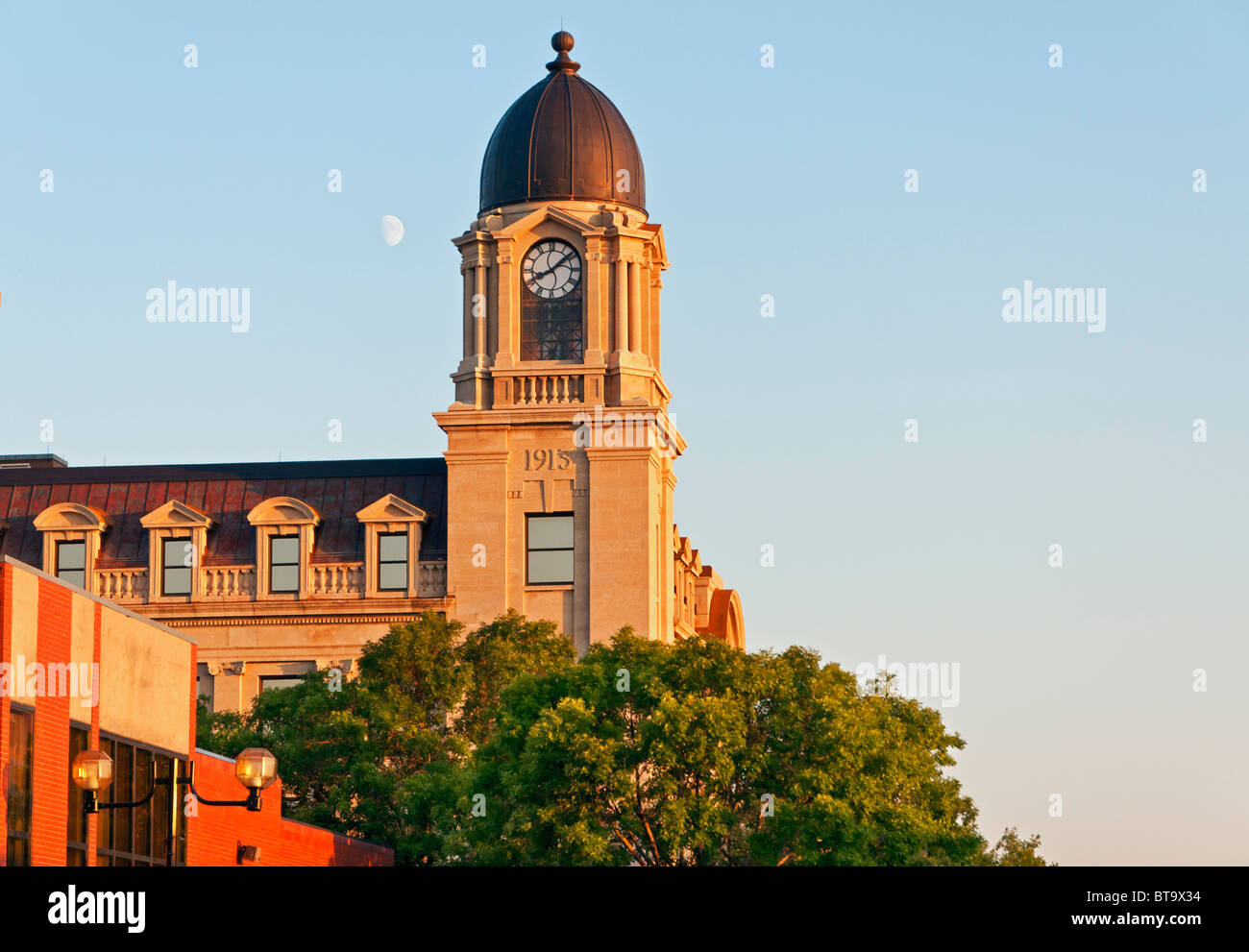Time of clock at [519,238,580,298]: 8:08
